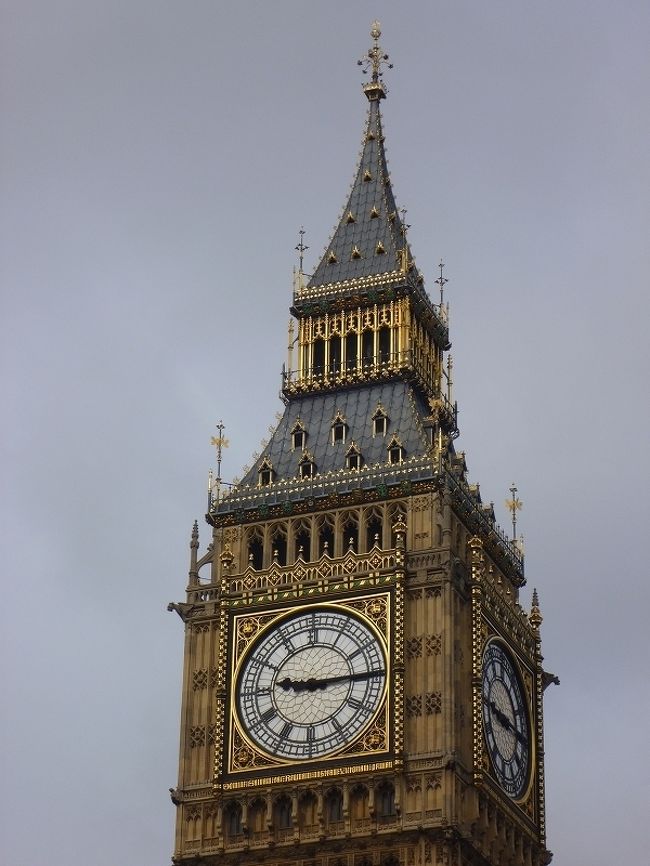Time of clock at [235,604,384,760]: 9:14
